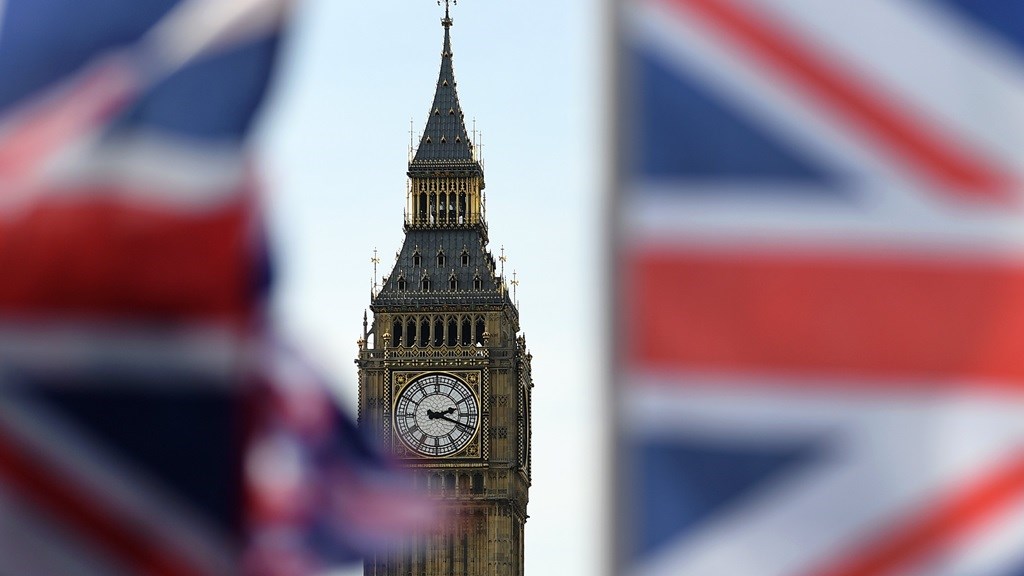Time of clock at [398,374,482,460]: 2:18
